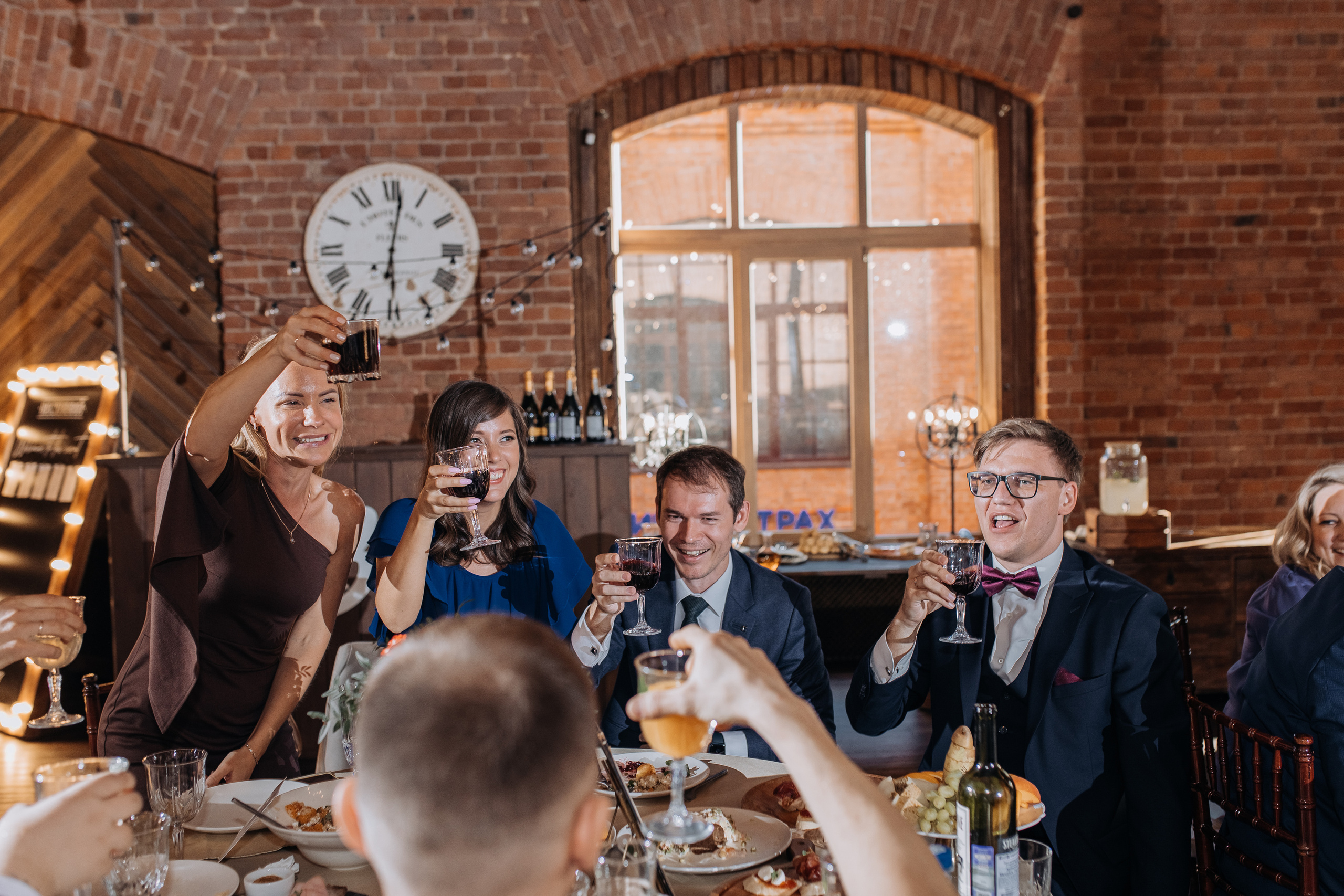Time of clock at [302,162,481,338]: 6:01
